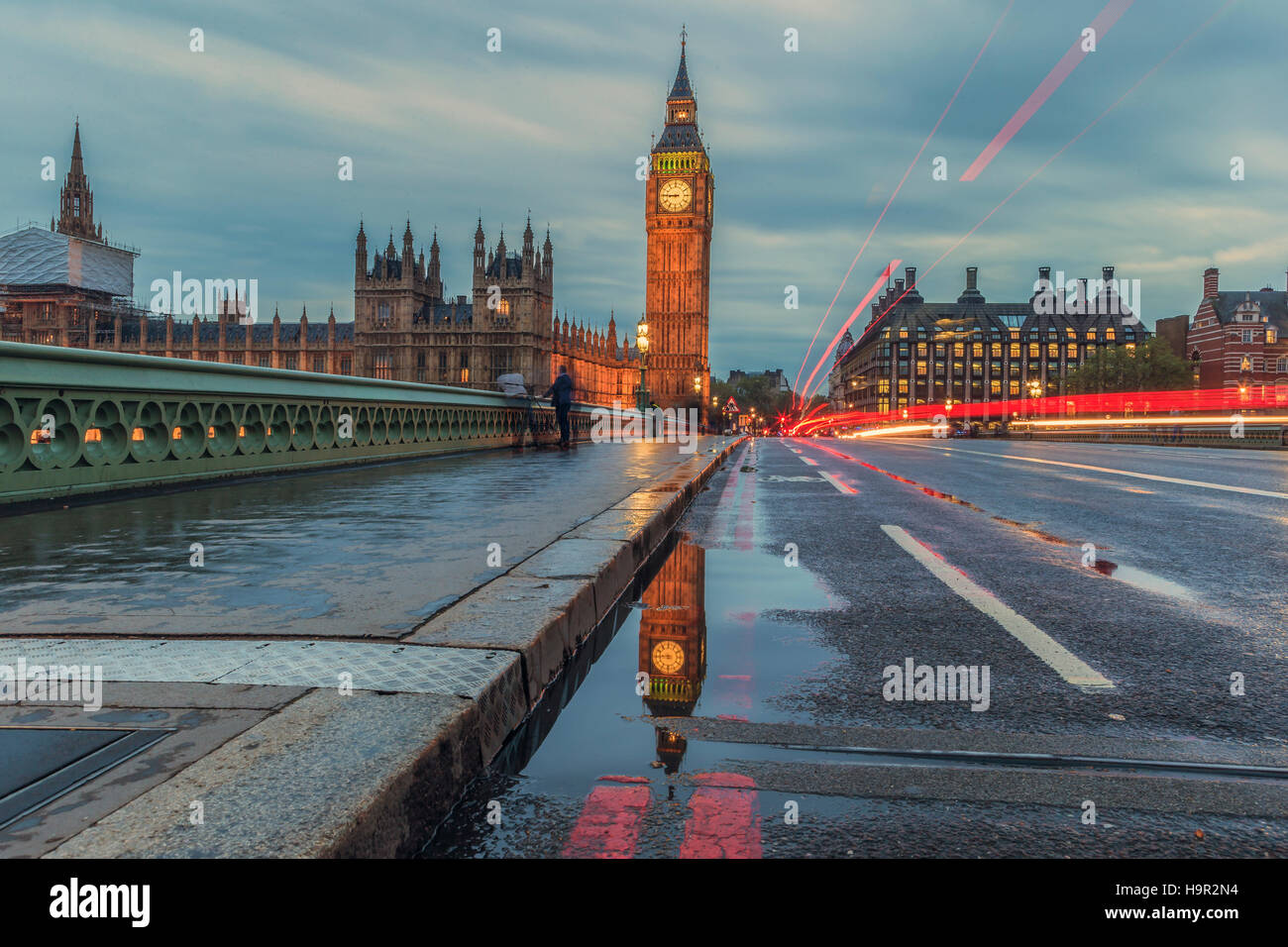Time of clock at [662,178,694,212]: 8:45
